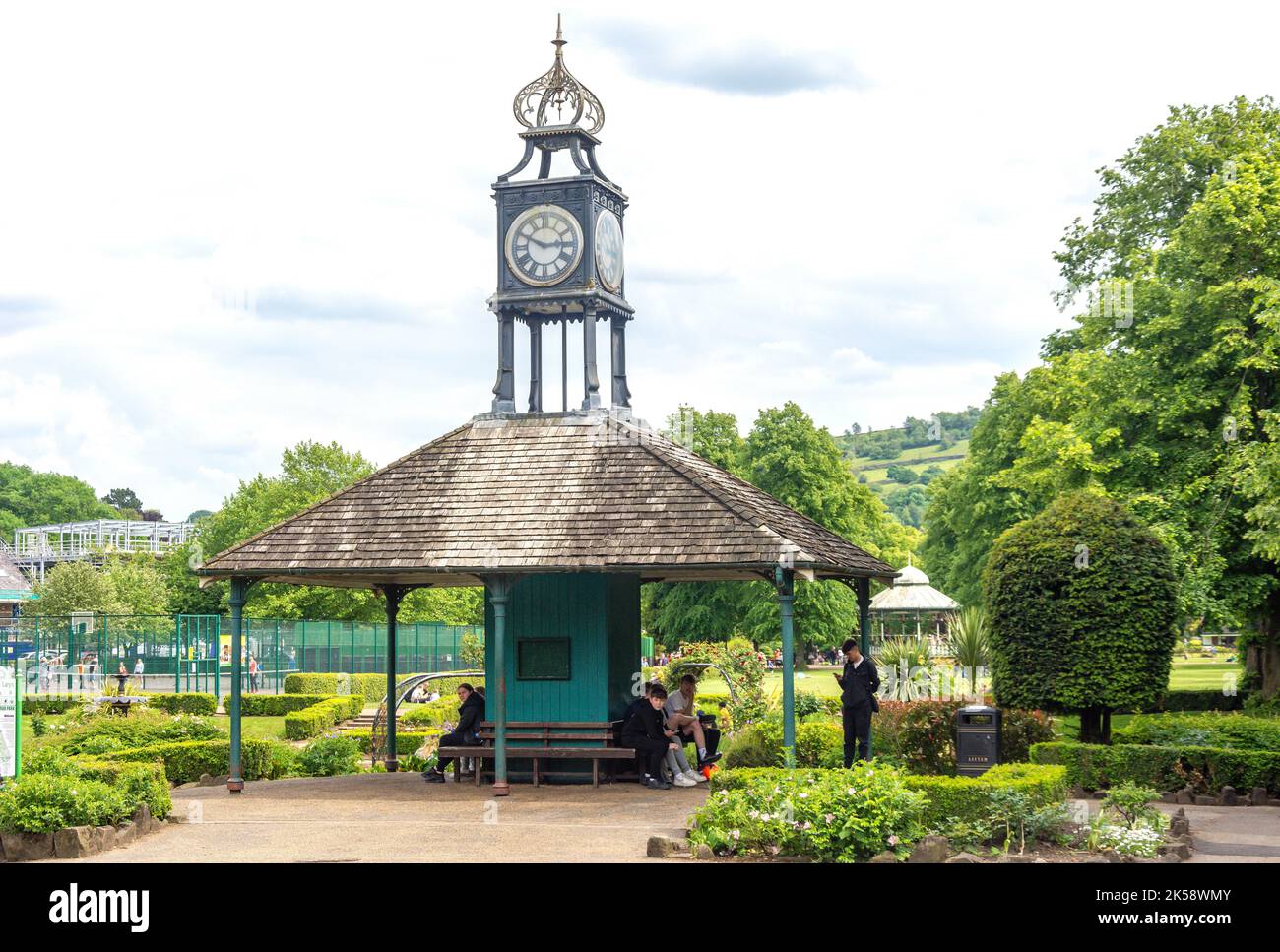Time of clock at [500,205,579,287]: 2:49
